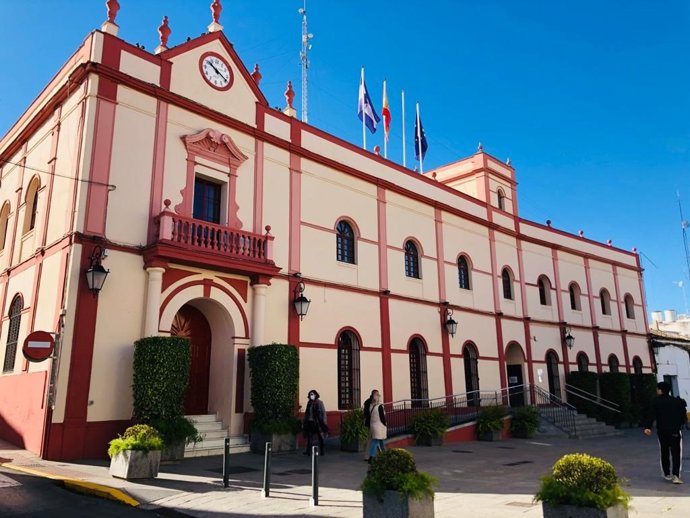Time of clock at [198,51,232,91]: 10:19
